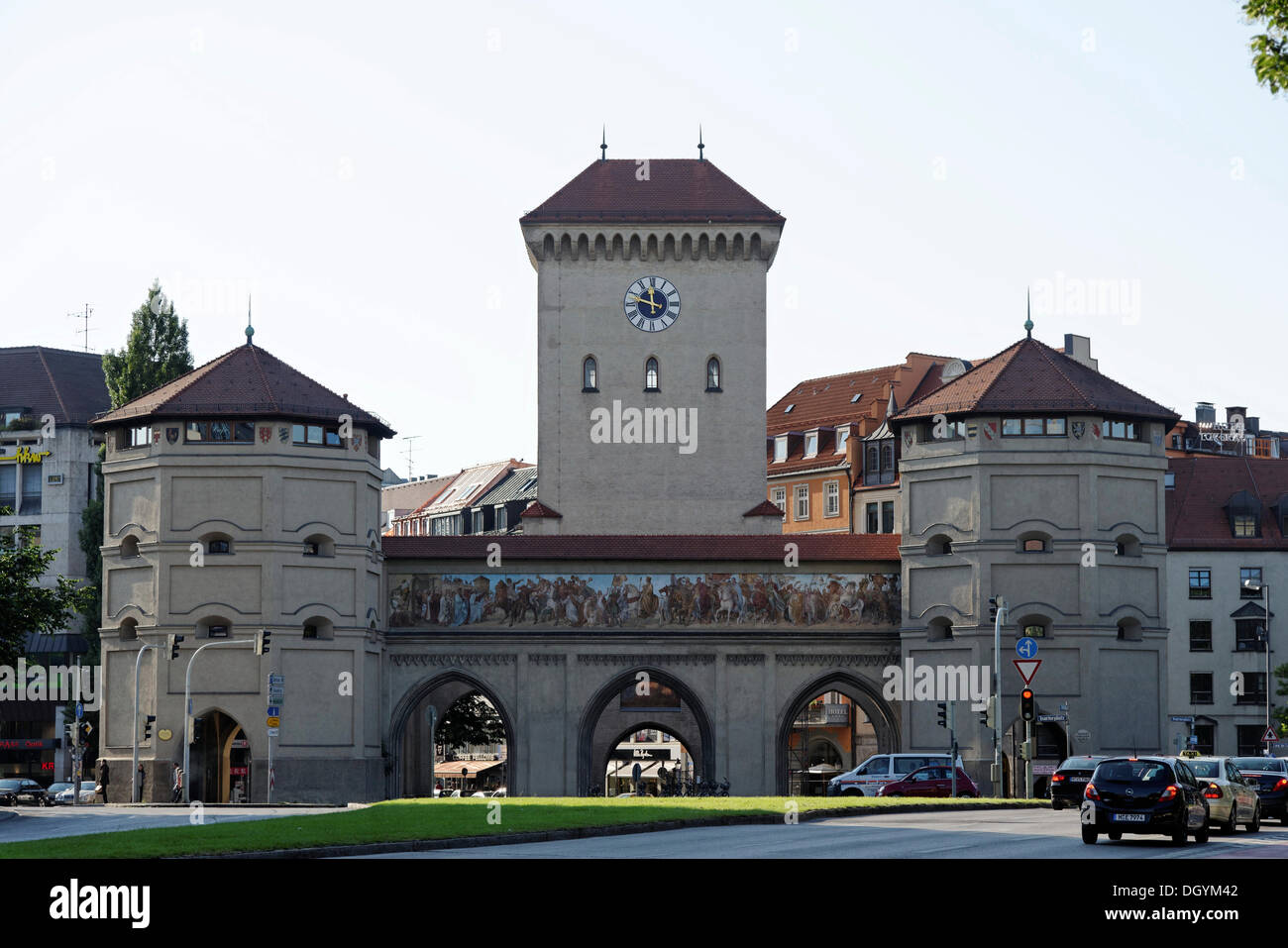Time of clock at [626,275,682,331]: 11:47
